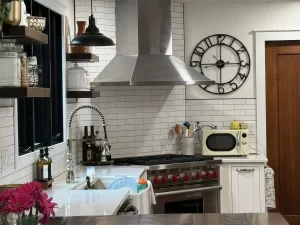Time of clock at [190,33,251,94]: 2:44
